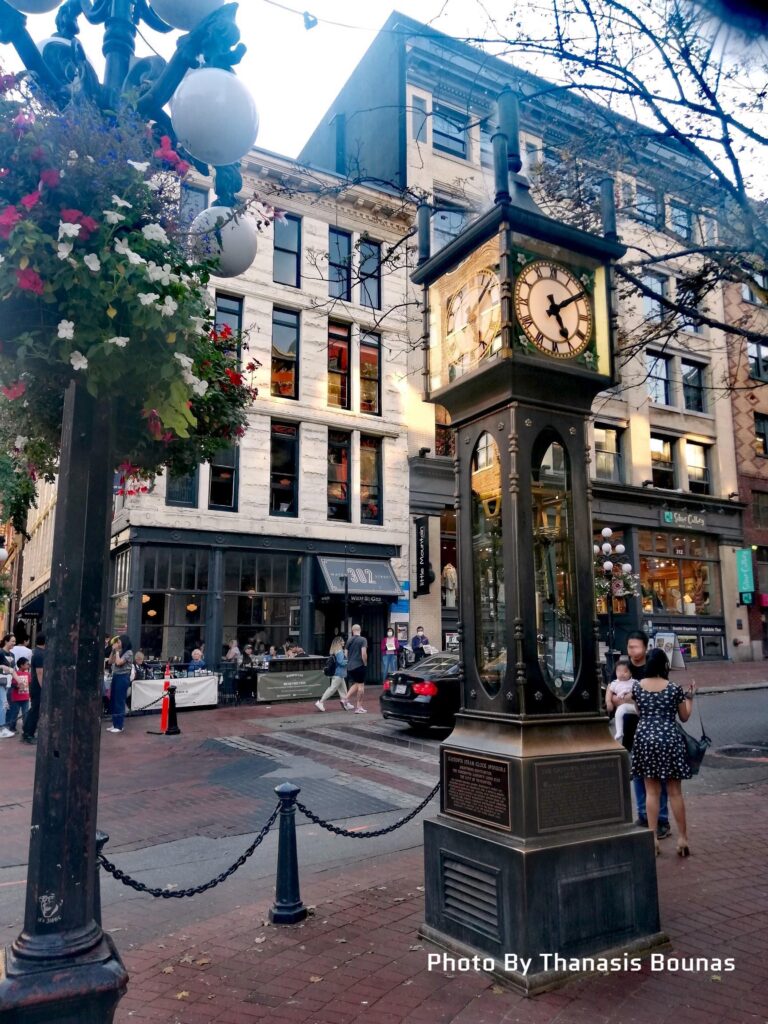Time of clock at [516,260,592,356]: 5:09
